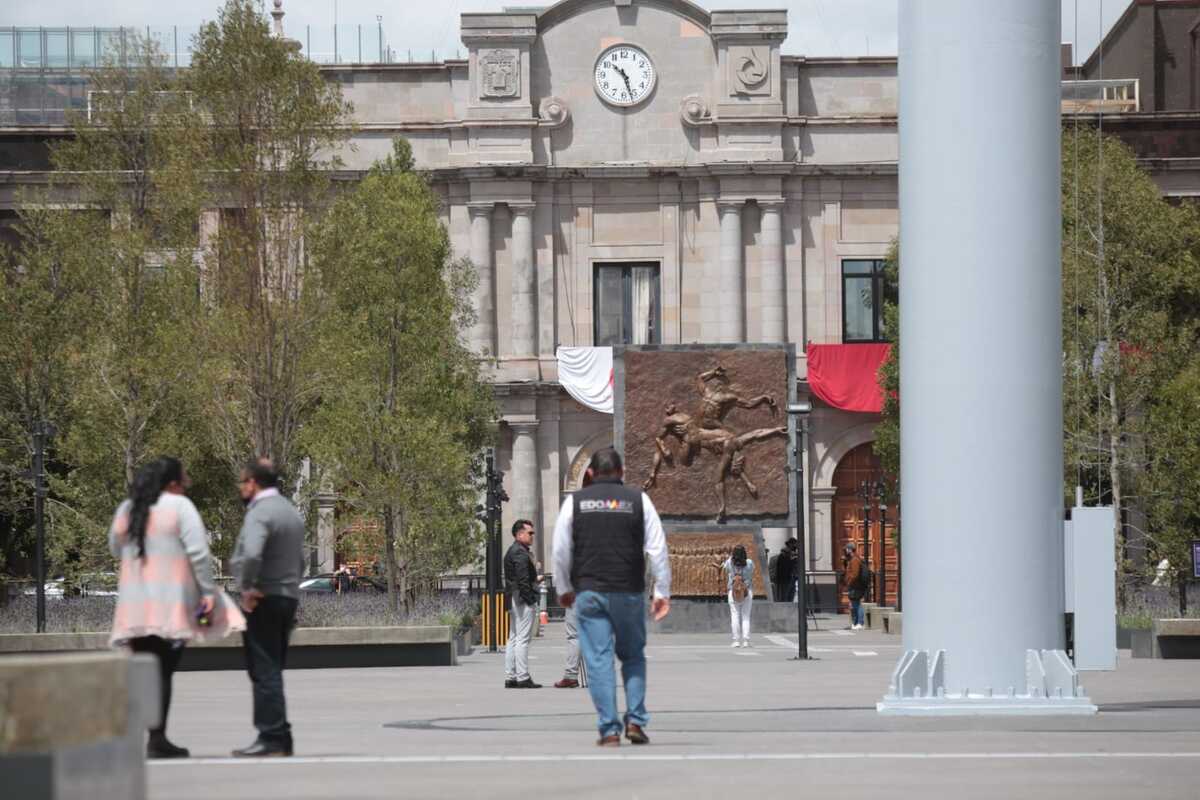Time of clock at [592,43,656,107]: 10:26
